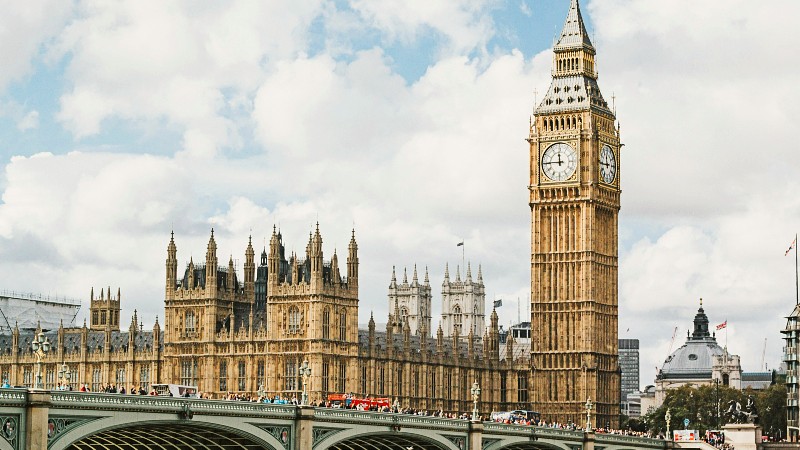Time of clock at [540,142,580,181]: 11:45
